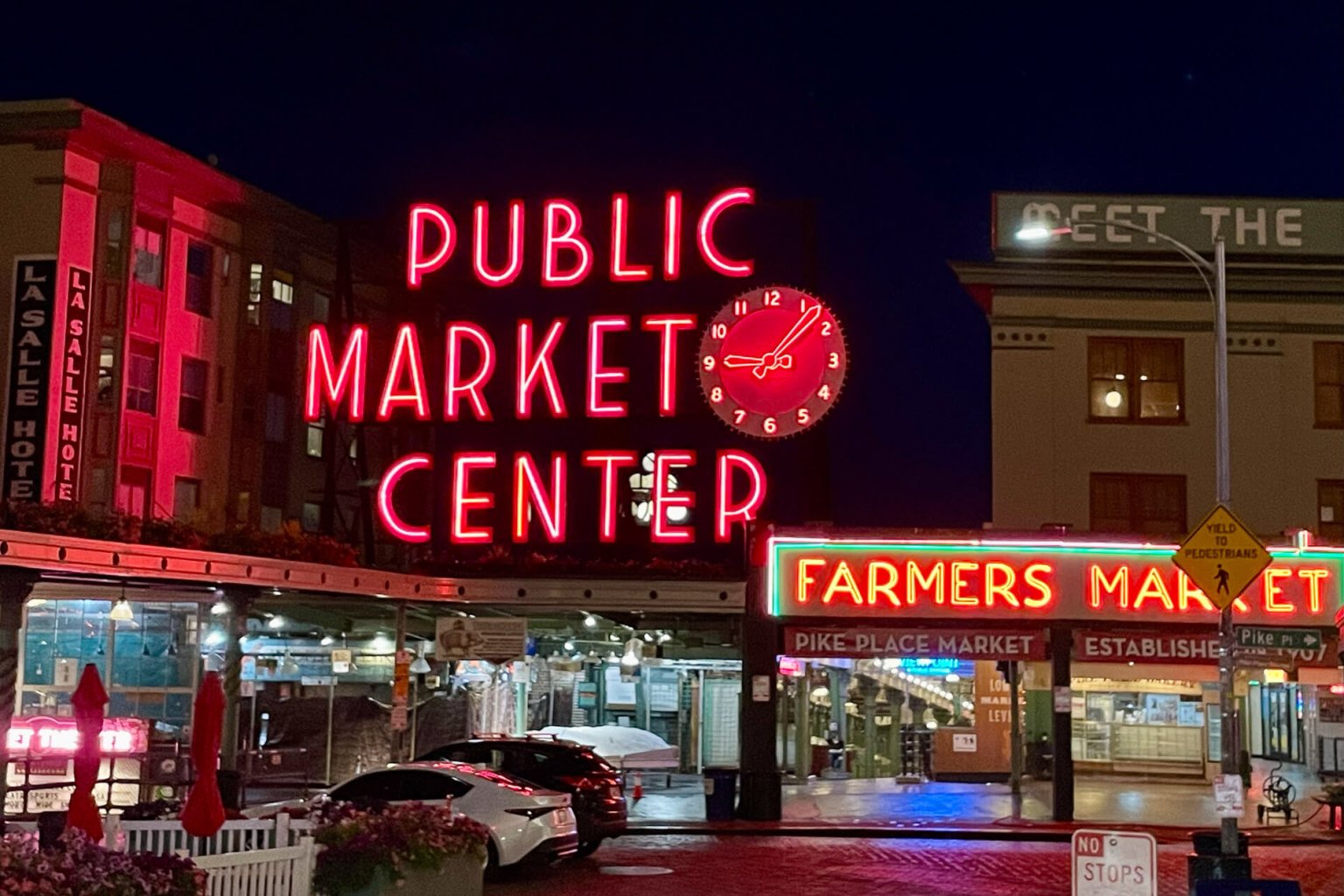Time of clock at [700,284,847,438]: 9:07
